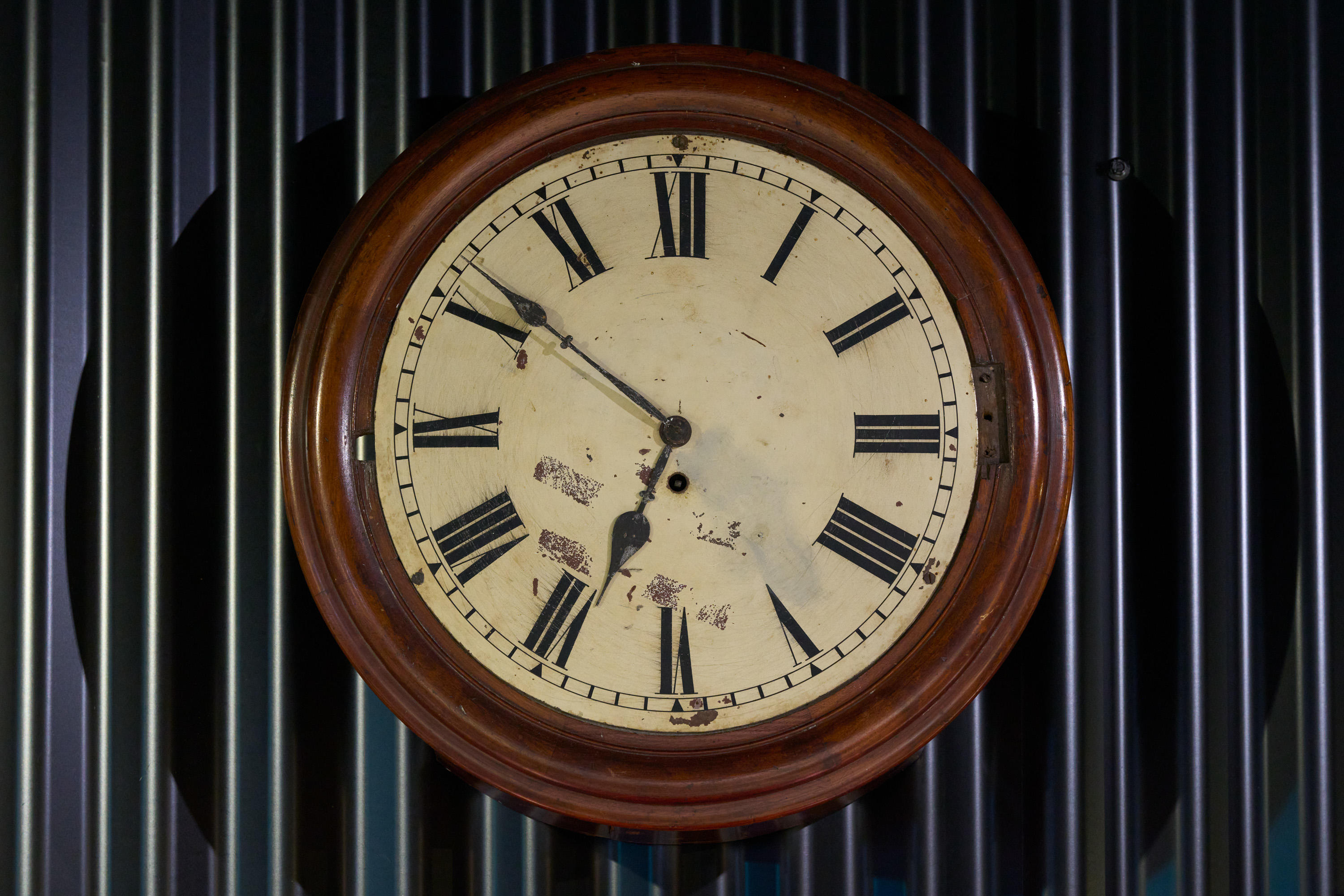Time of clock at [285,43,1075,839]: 6:51
